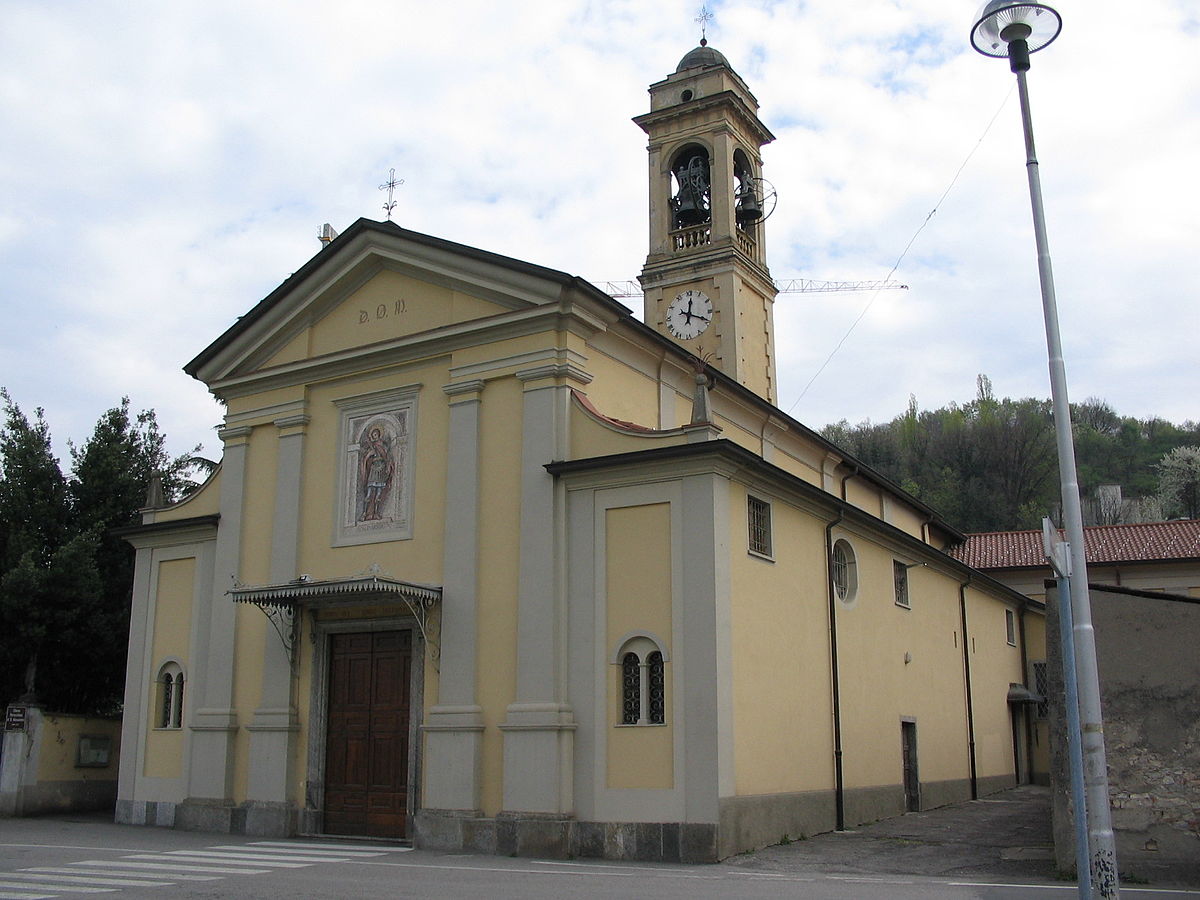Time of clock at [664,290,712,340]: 12:18
